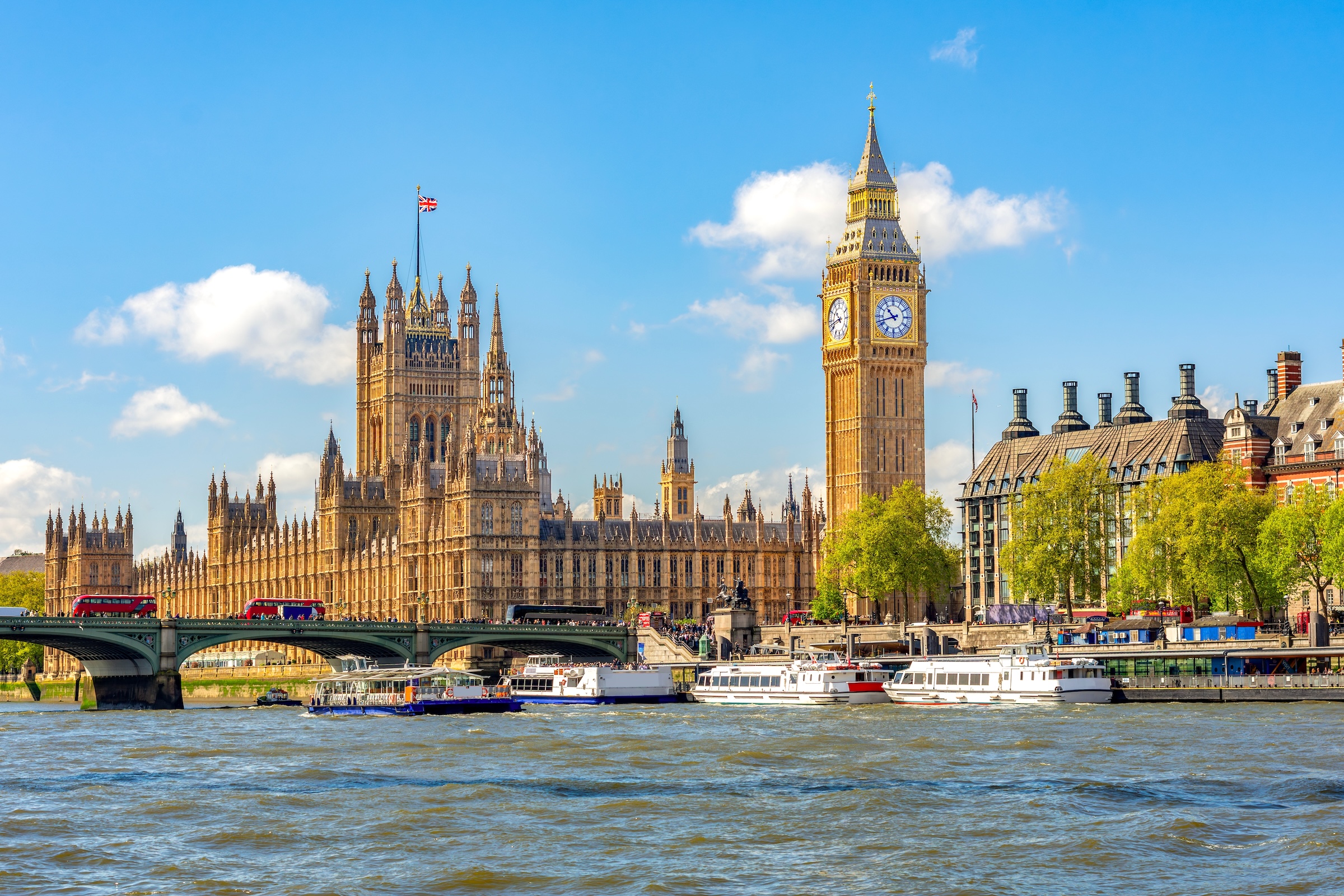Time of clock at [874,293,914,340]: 10:42
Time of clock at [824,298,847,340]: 10:42
